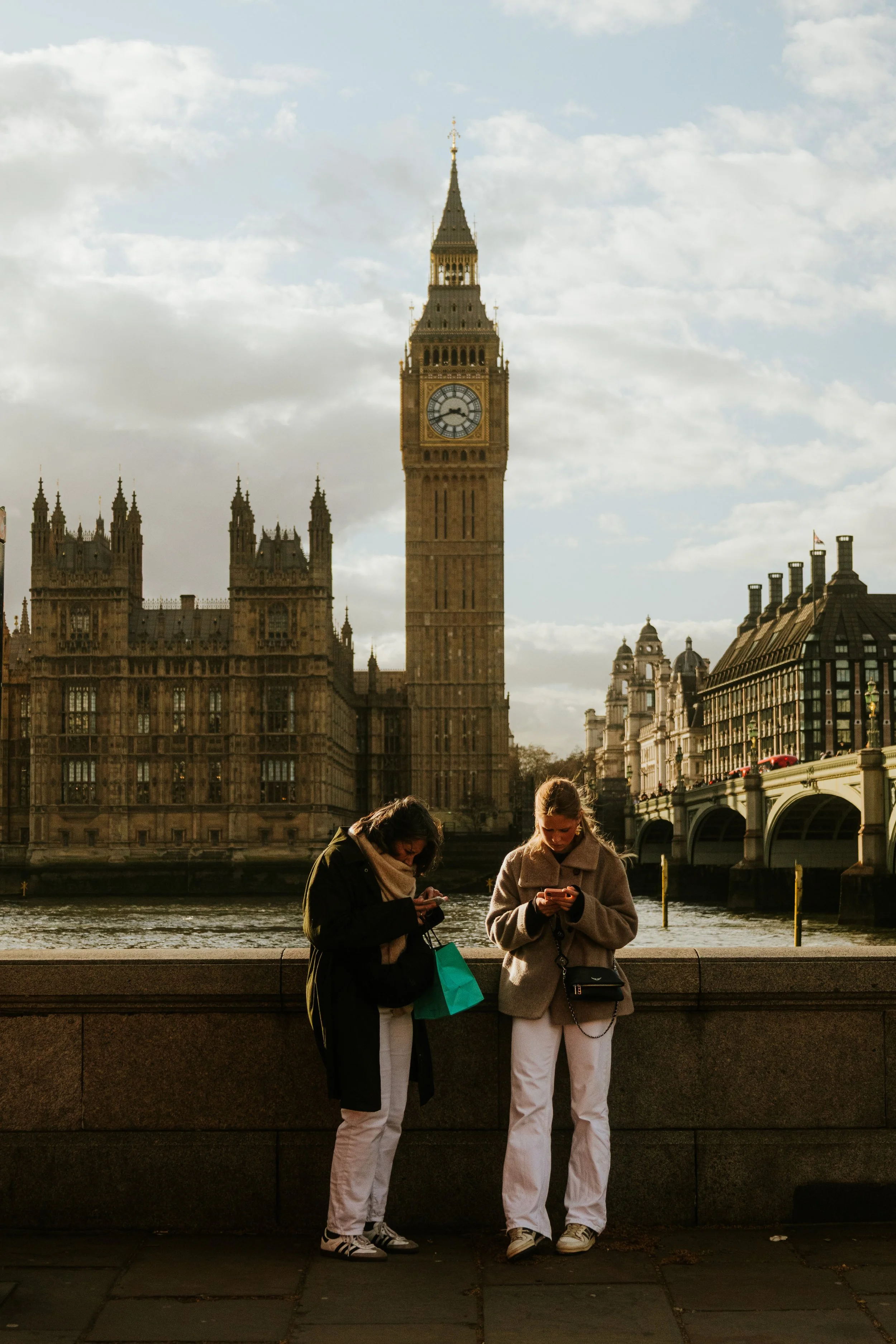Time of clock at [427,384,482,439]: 3:41
